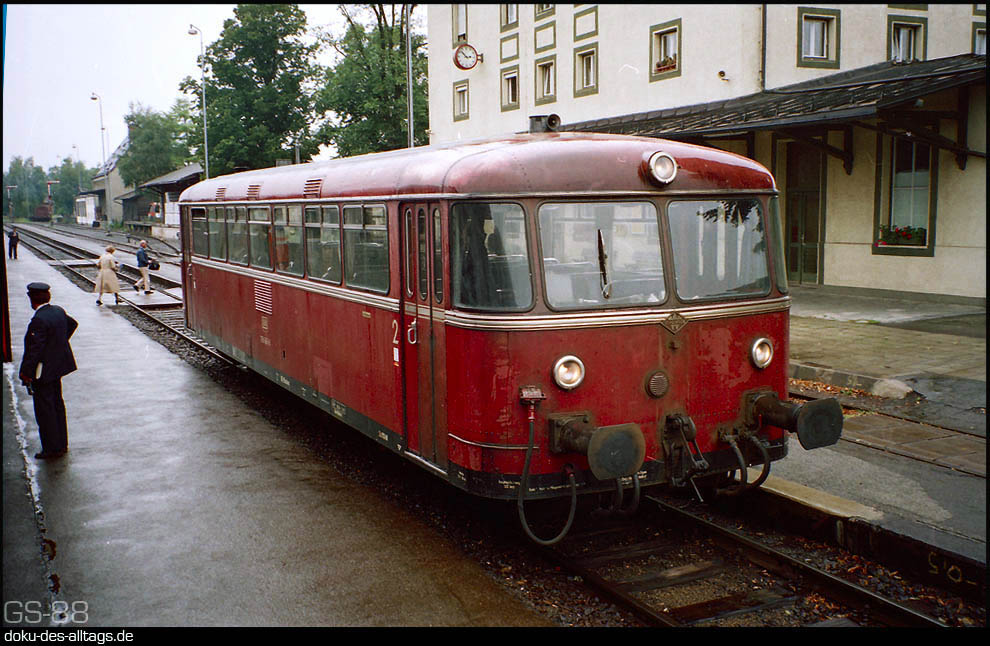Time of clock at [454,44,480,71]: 2:52
